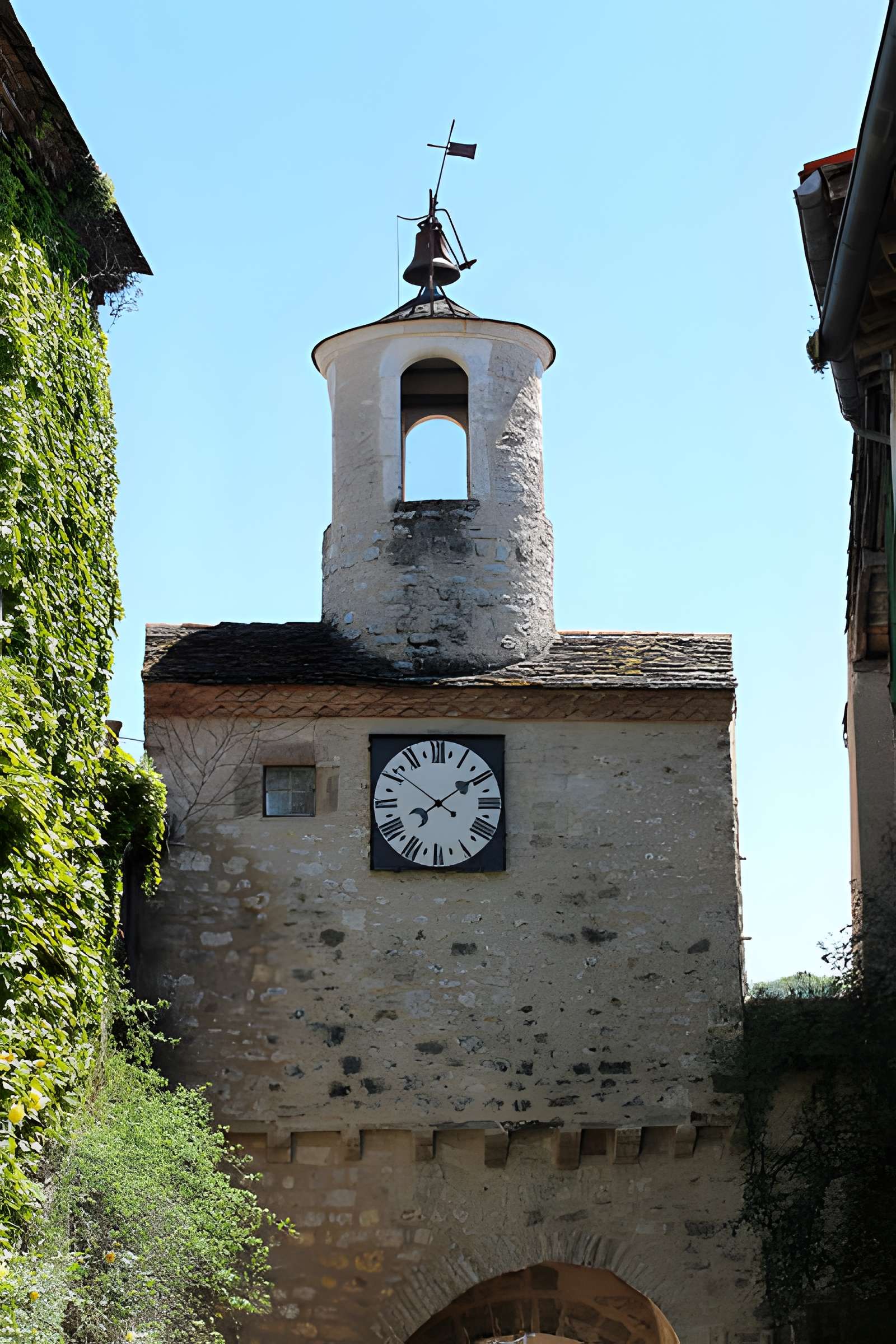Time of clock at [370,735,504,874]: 1:50
